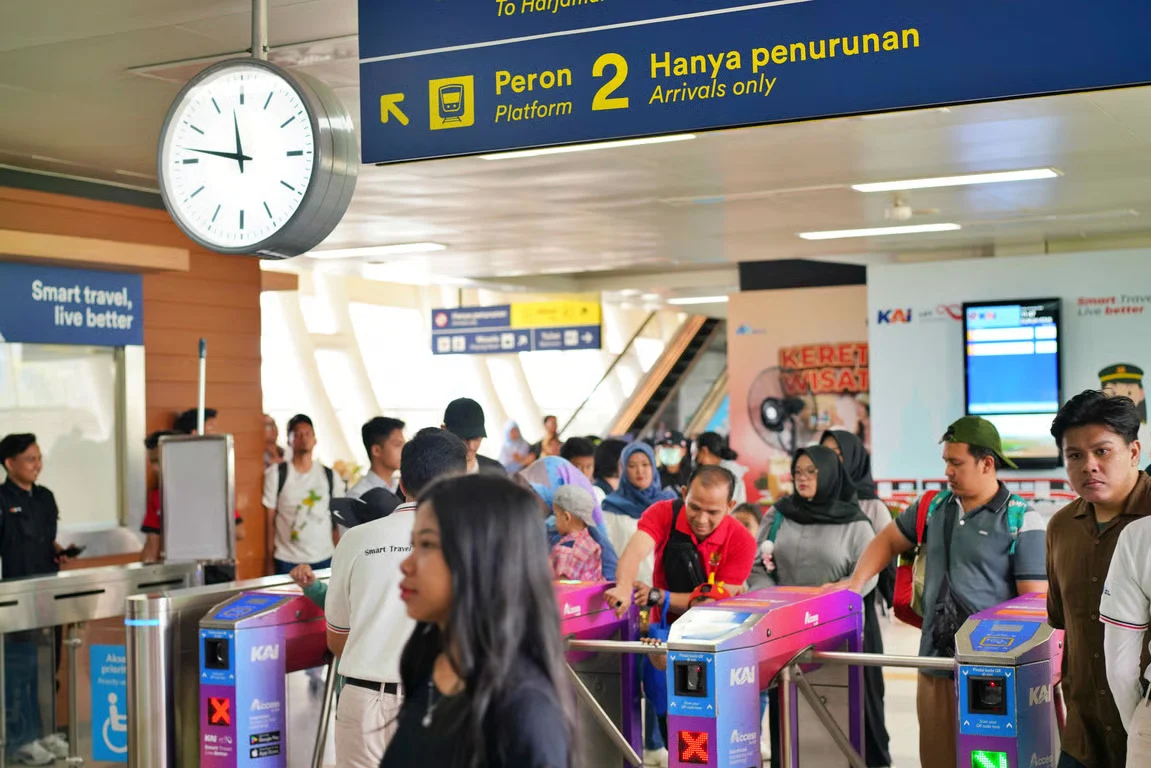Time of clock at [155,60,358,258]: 11:46
